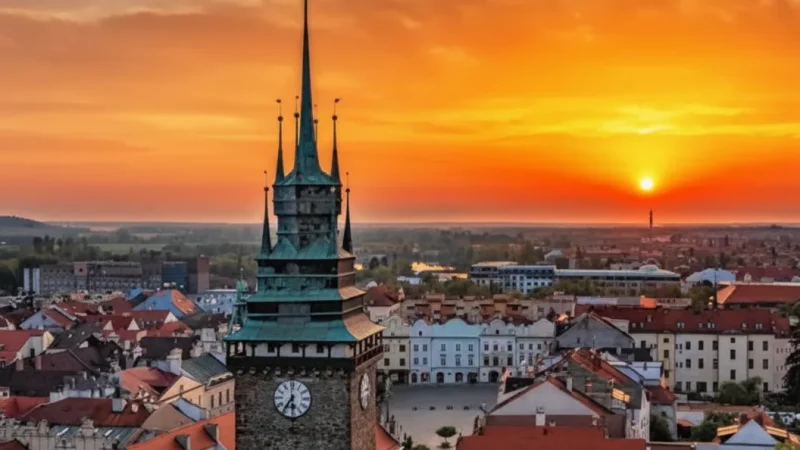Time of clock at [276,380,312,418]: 5:35
